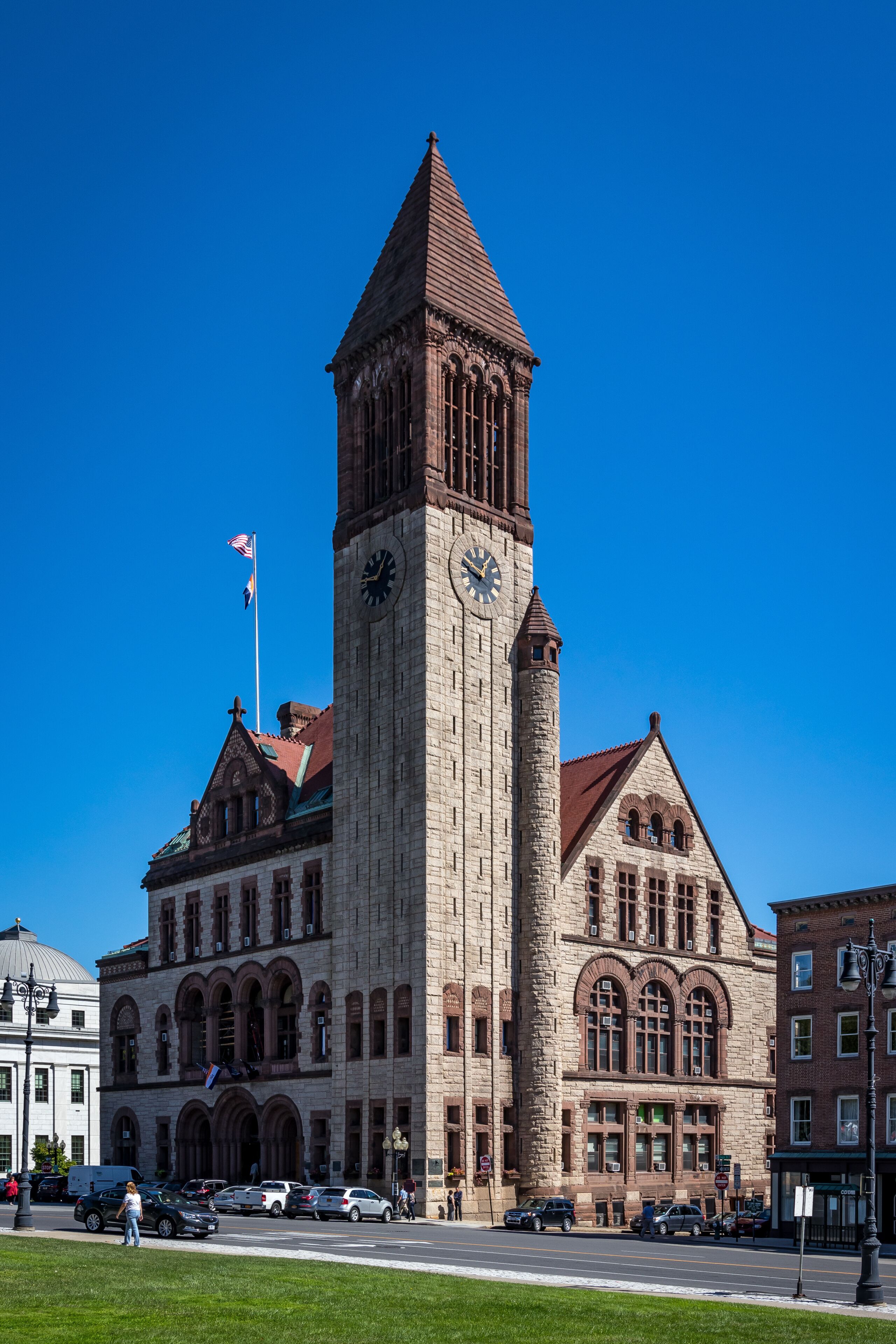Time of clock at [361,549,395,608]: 12:46
